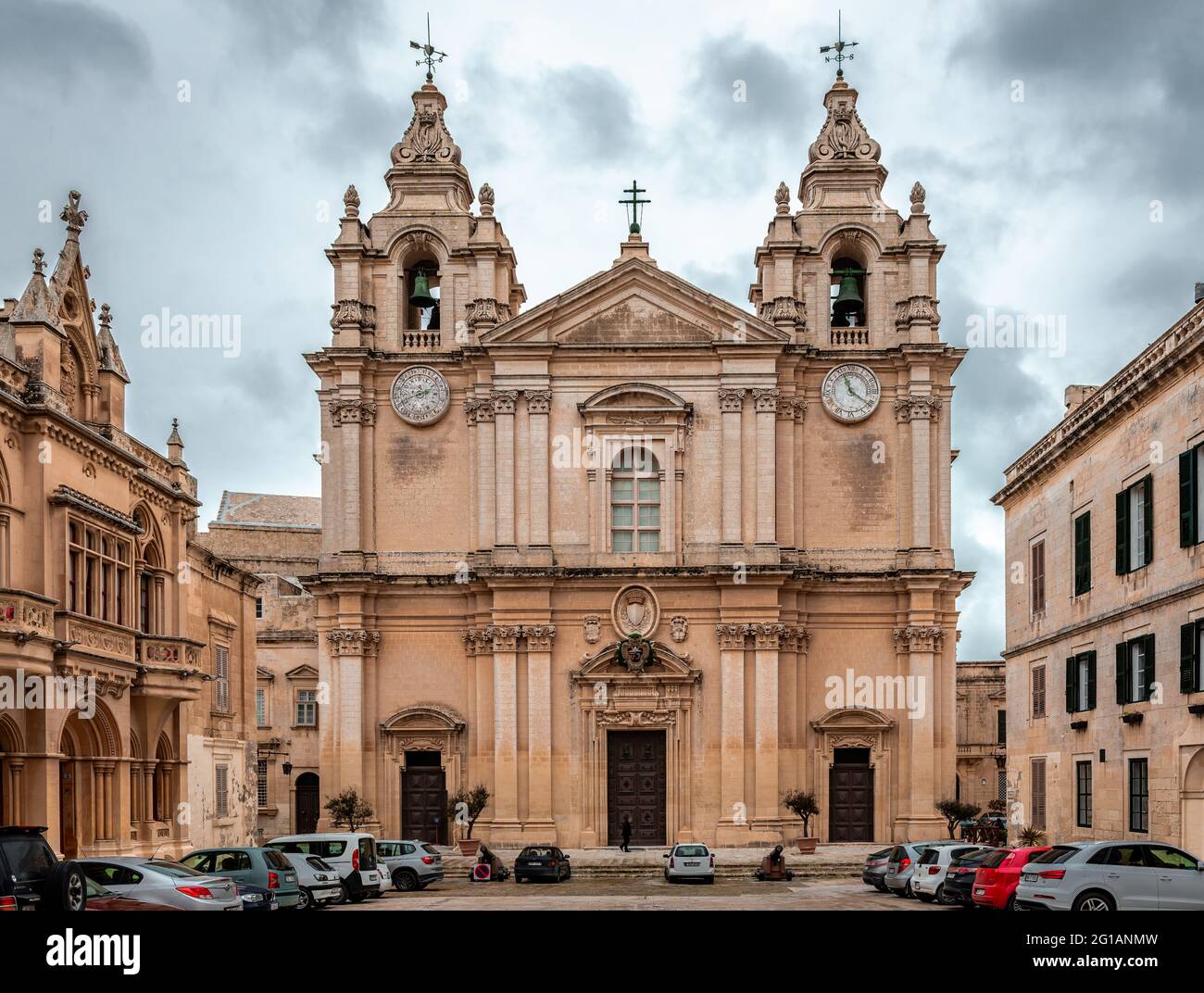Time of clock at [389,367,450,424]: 1:41
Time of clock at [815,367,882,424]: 11:20
